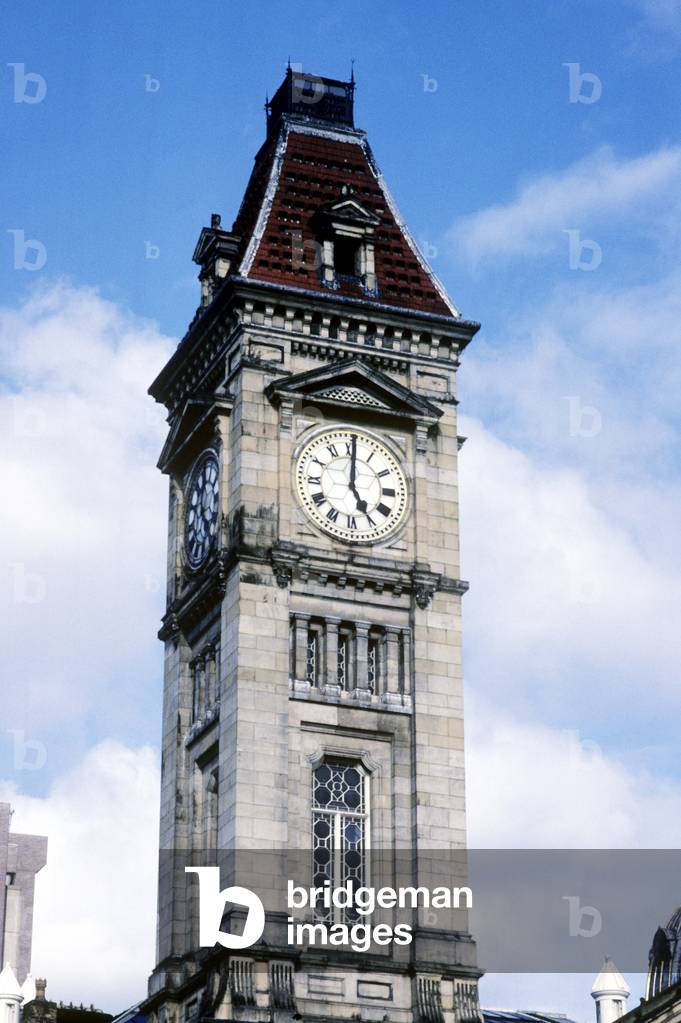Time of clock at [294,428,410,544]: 5:00
